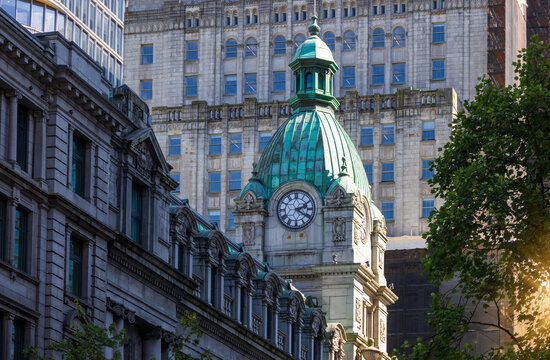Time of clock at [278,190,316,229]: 2:20
